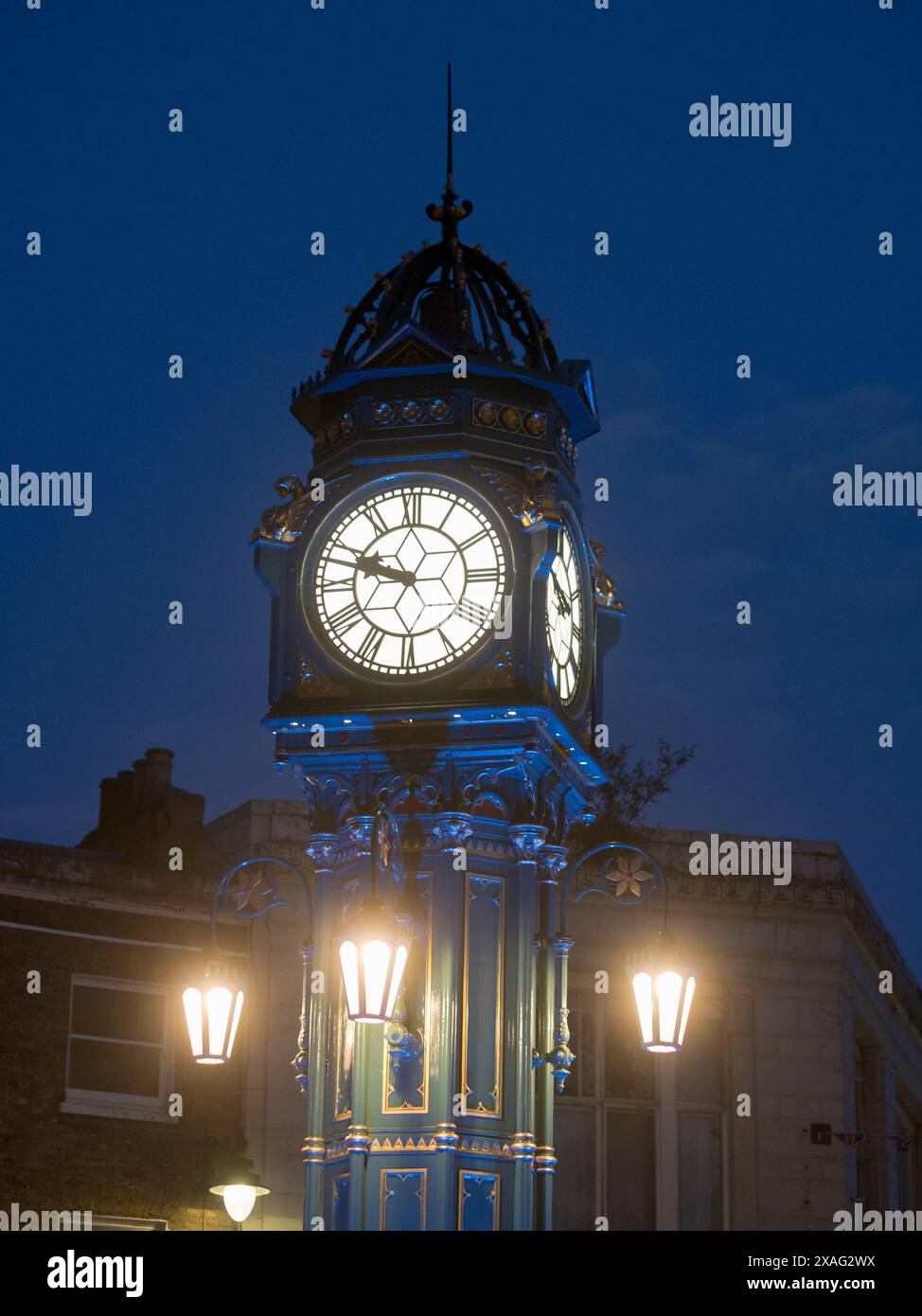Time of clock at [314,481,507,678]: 9:47
